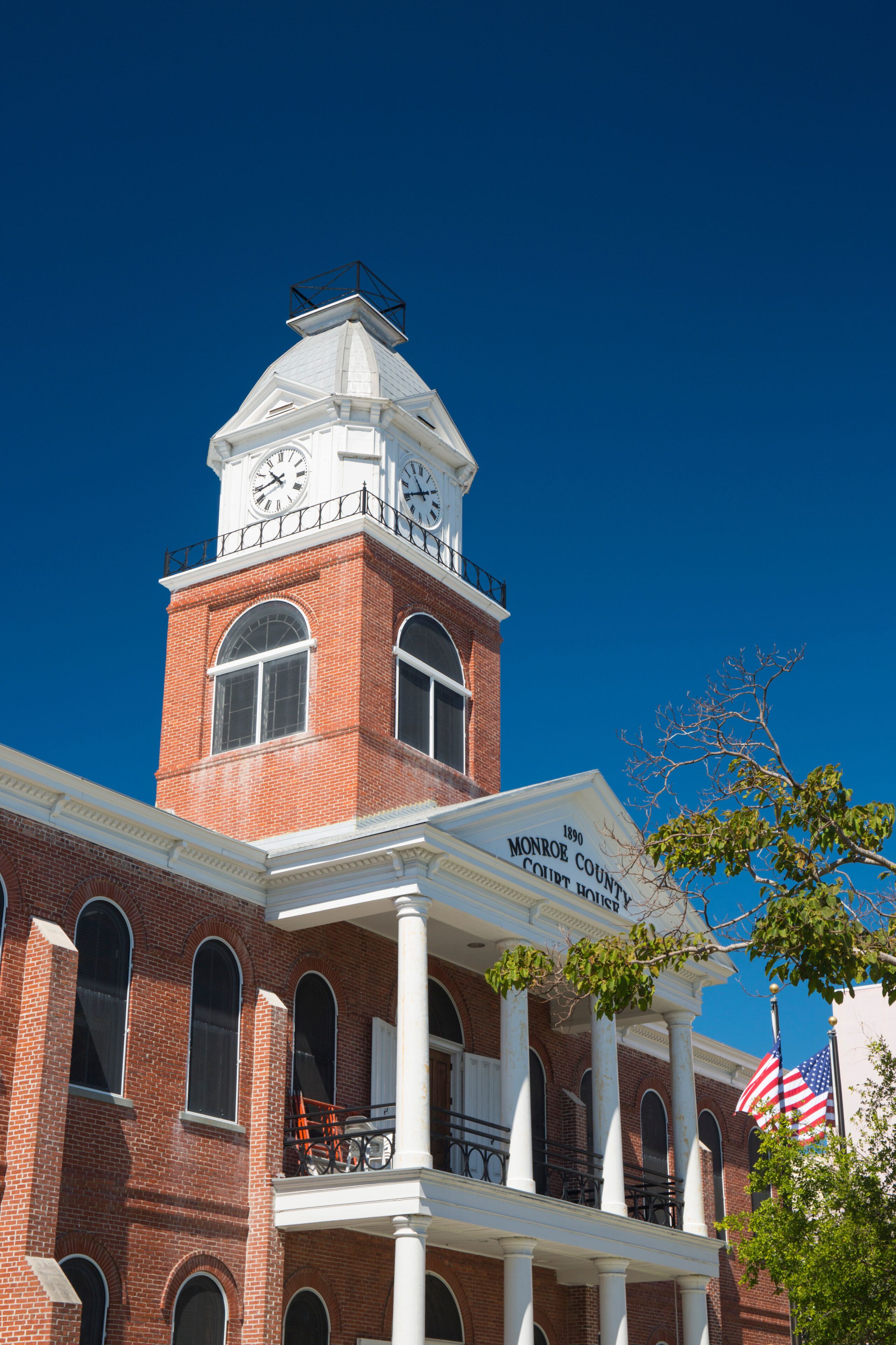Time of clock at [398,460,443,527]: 10:40
